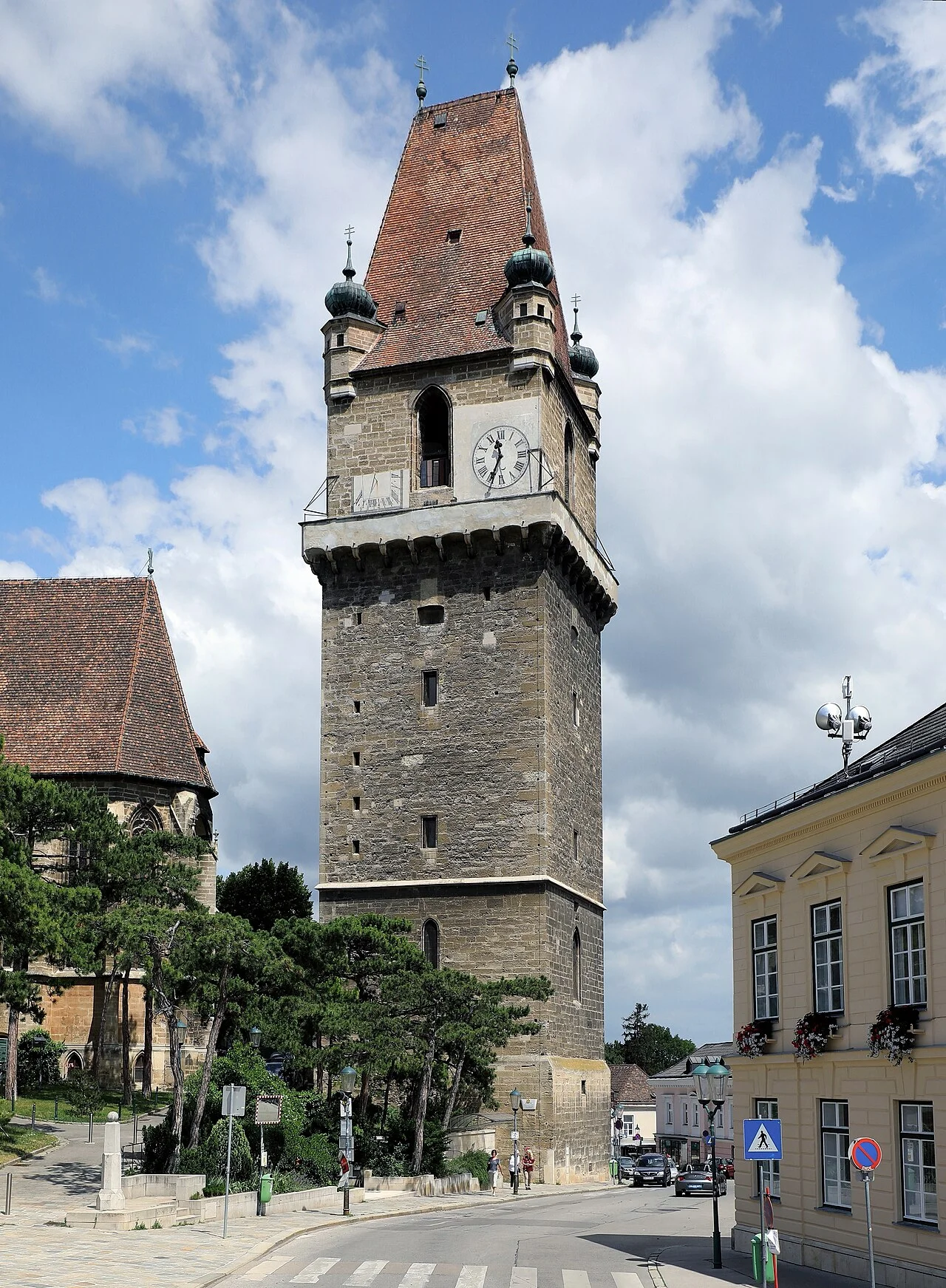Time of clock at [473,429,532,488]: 11:34
